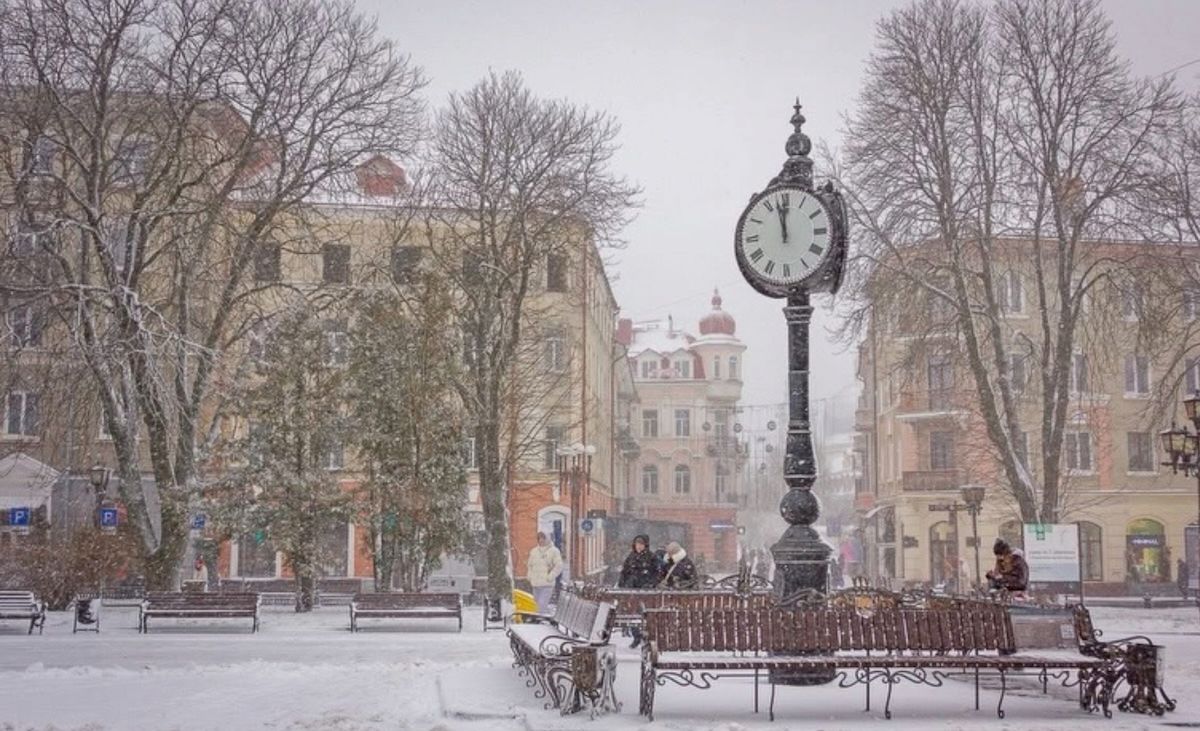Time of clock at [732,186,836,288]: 11:57
